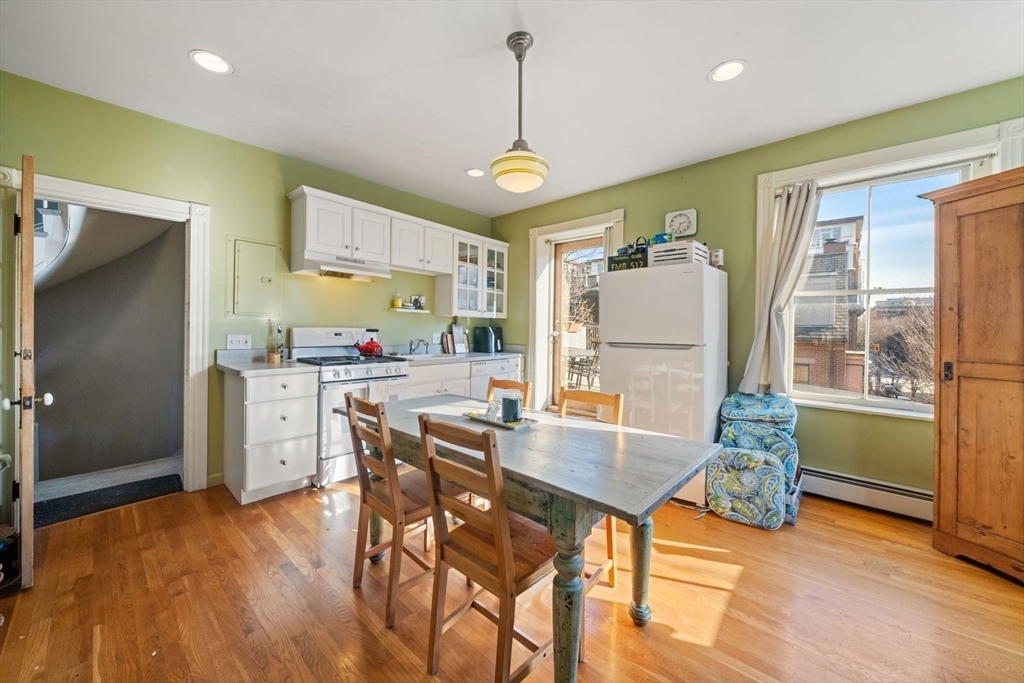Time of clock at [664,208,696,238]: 2:32
